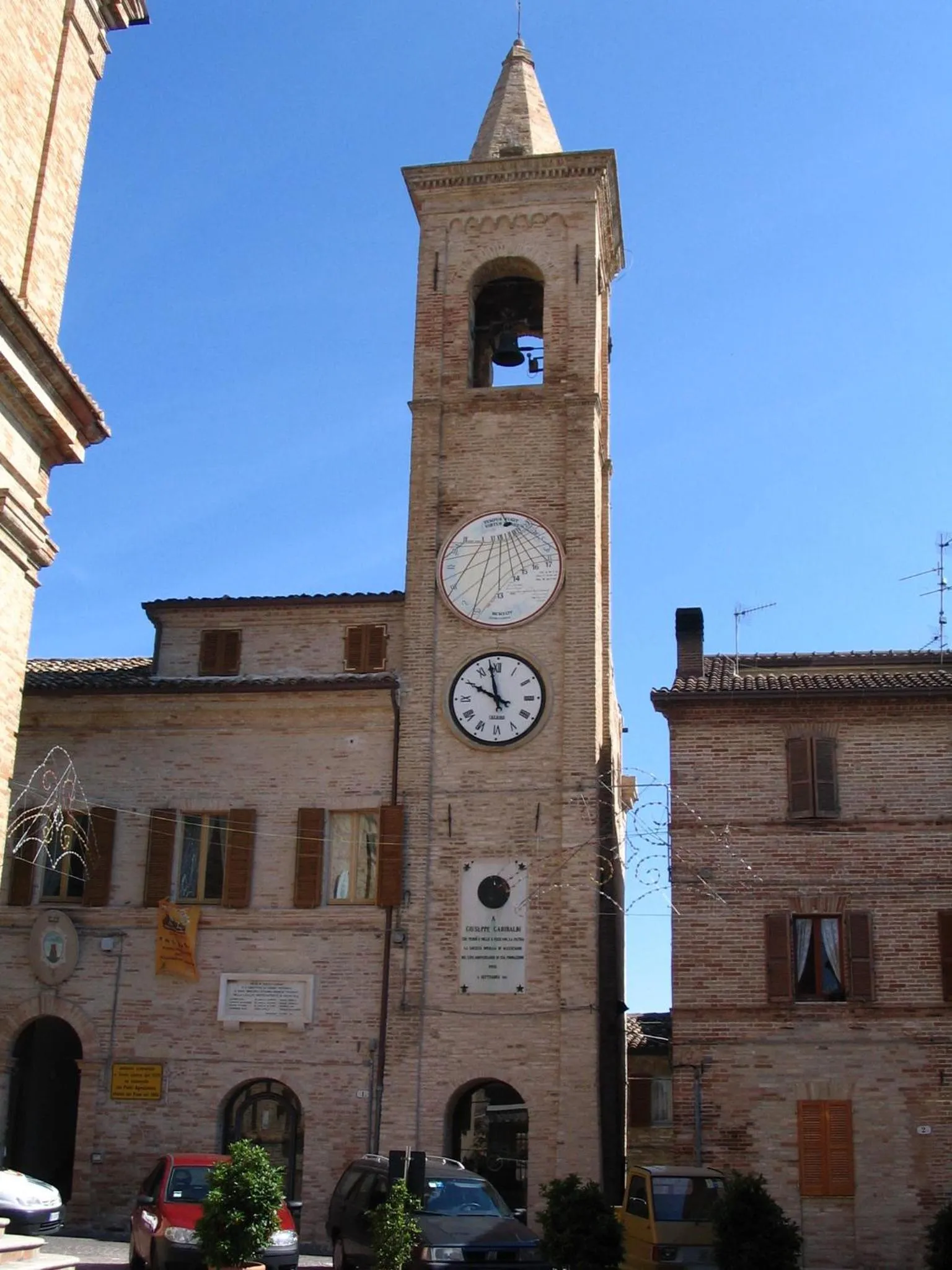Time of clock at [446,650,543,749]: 9:57
